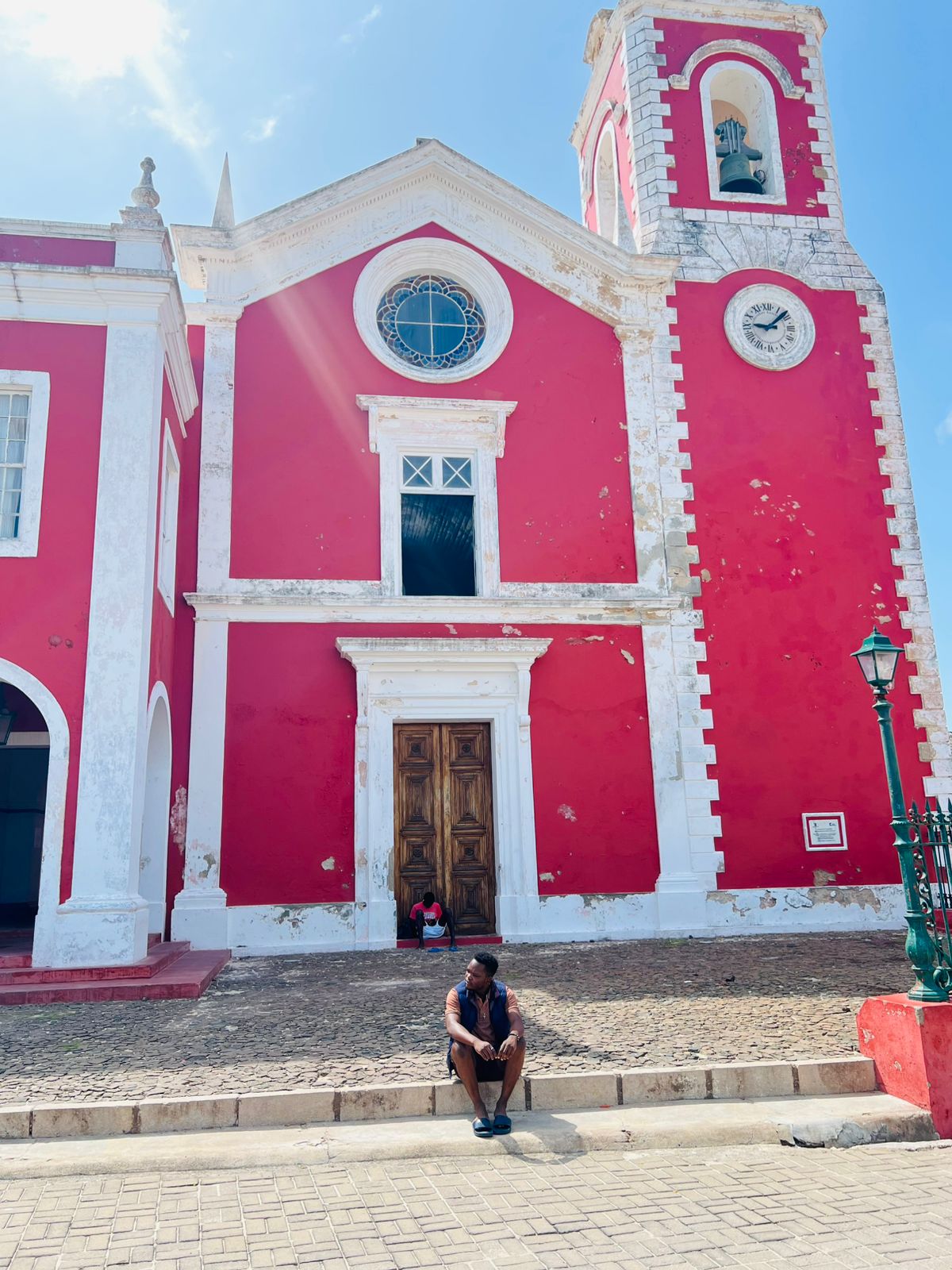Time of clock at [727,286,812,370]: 9:08
